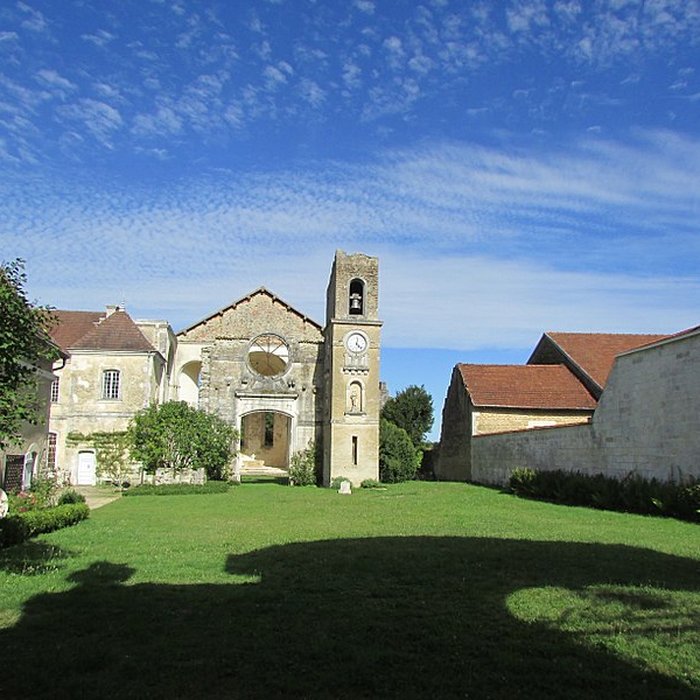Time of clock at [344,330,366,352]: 12:22
